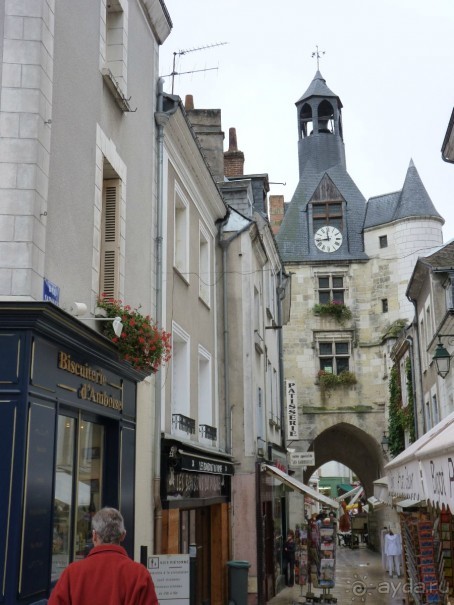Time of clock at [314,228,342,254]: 11:43
